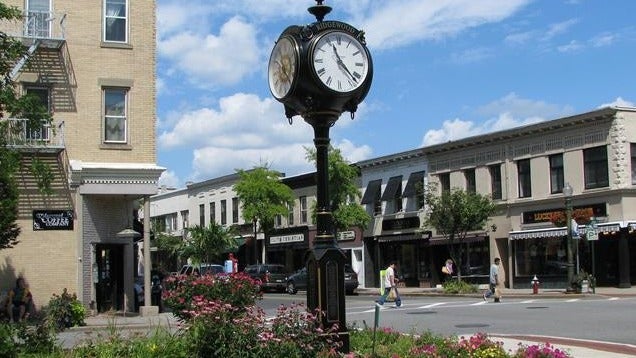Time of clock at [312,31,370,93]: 11:22
